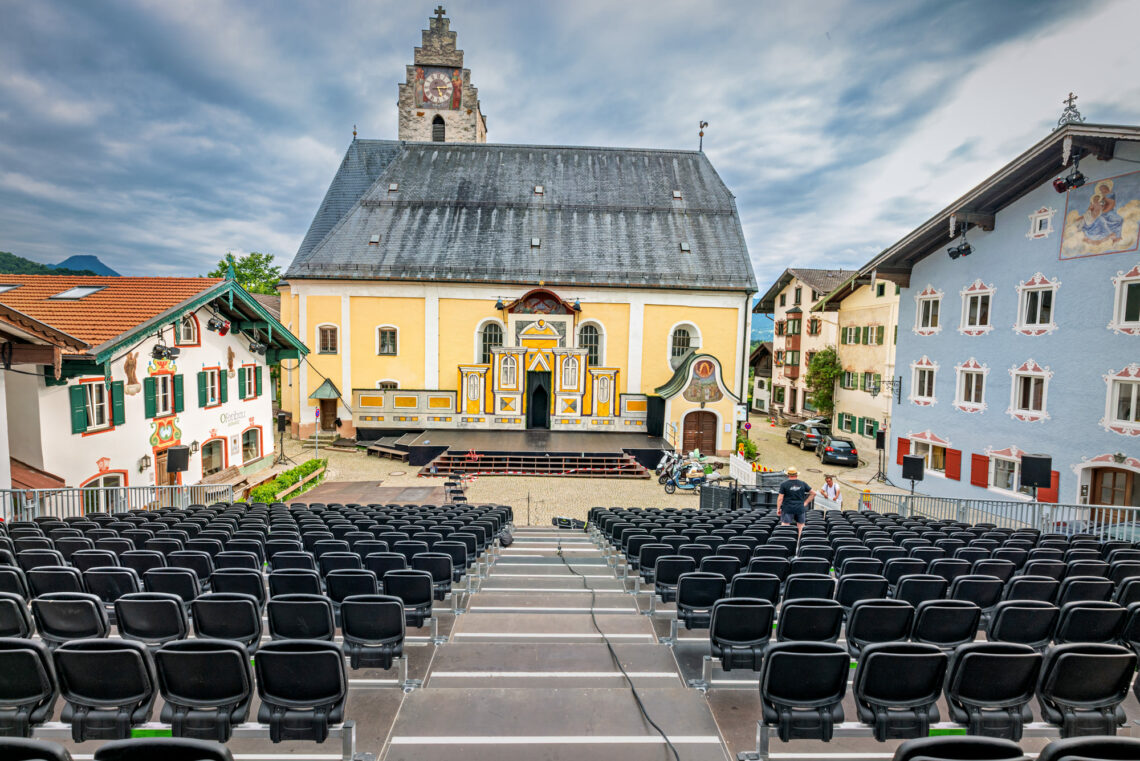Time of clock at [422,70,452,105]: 5:14
